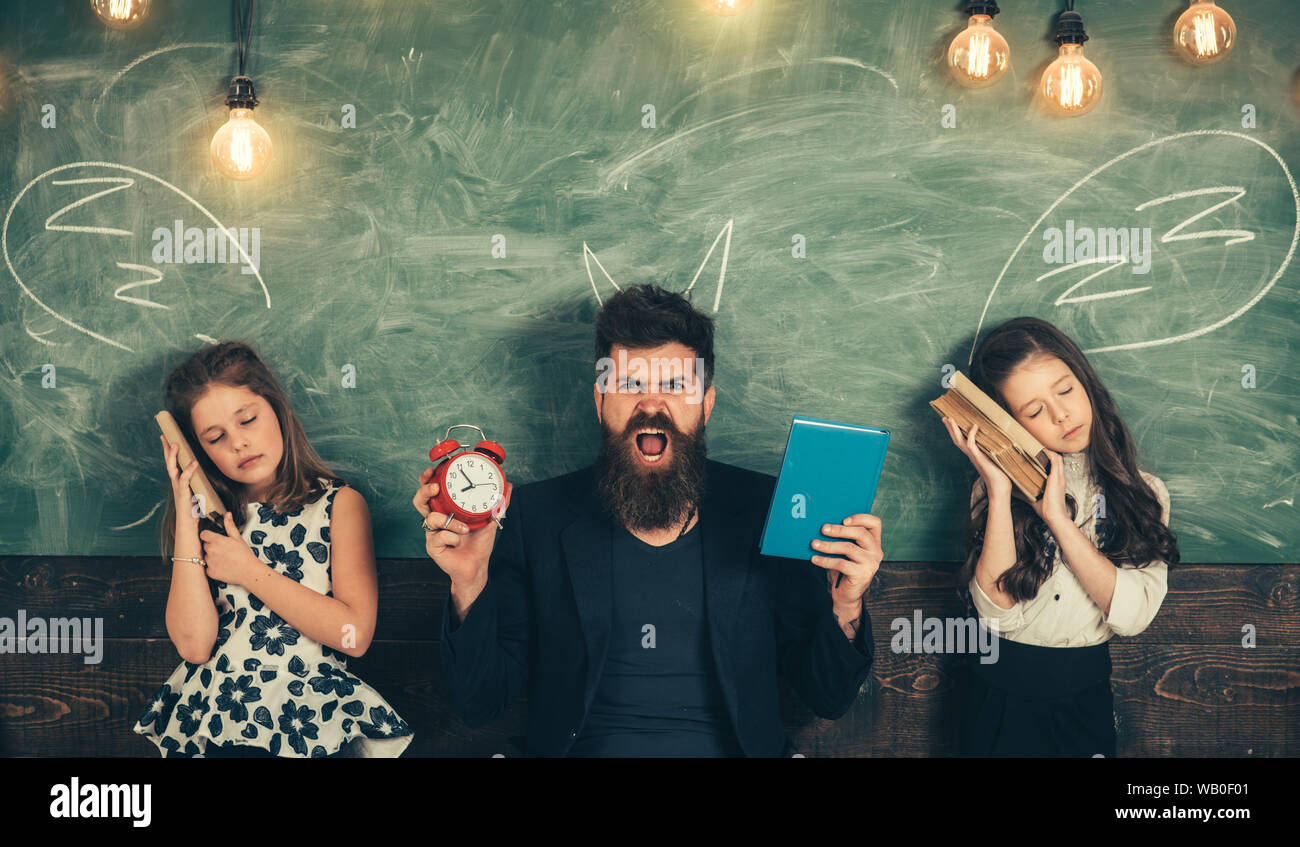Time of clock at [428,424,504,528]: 7:54
